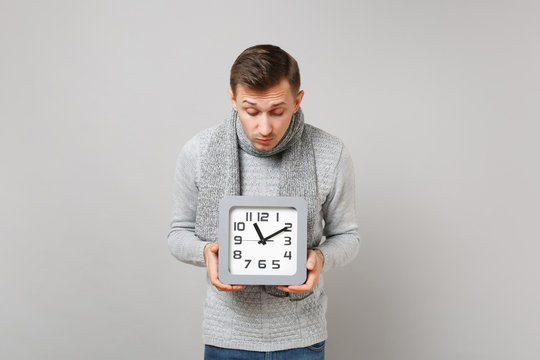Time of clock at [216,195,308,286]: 11:09
